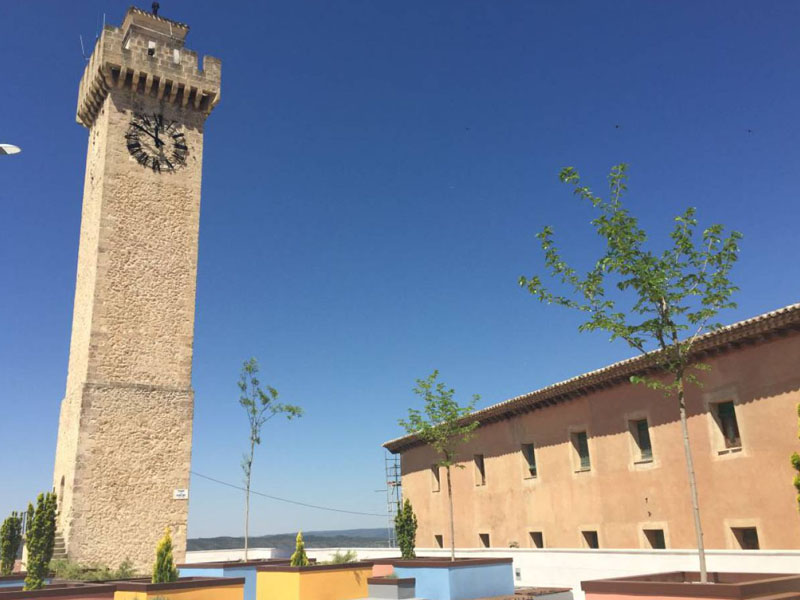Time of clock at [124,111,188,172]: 11:50
